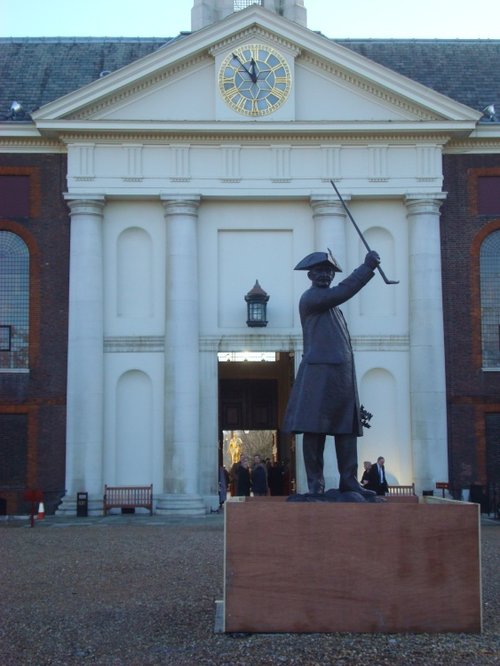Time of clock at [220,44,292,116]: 11:53
